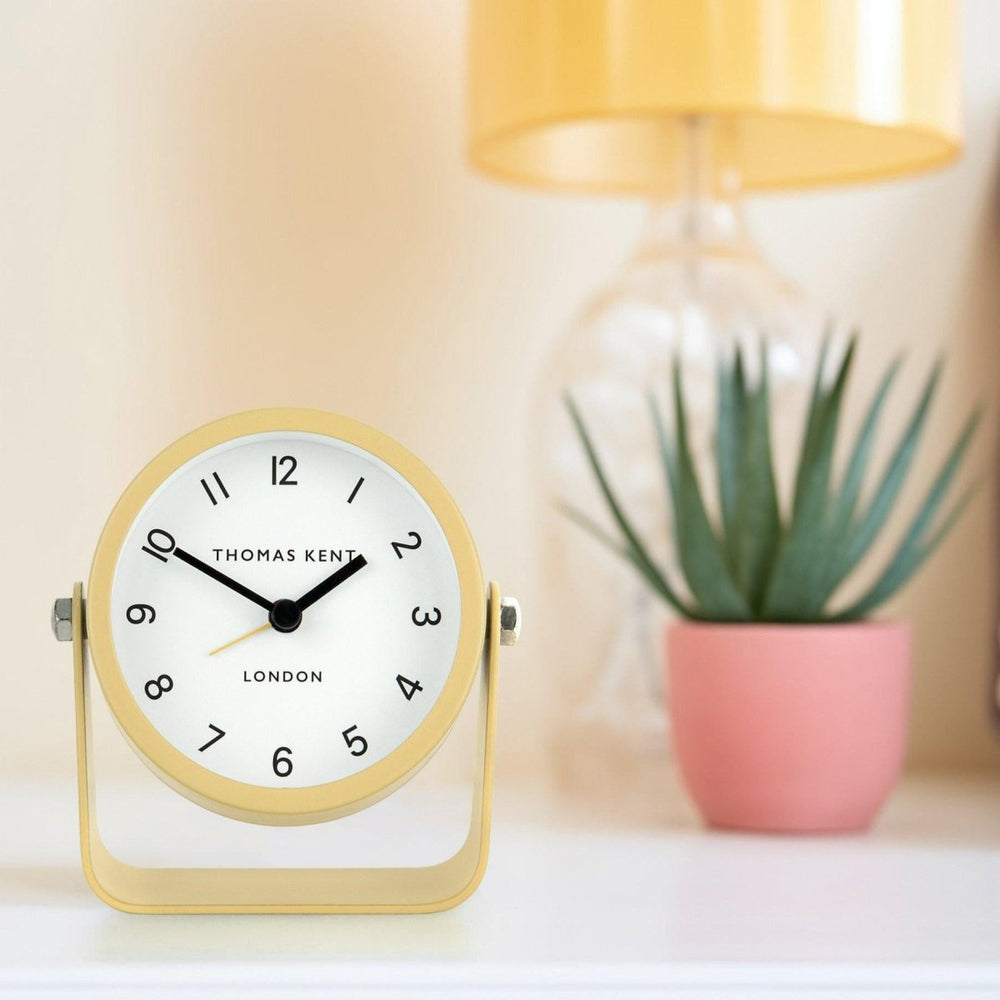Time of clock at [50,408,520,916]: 1:50
